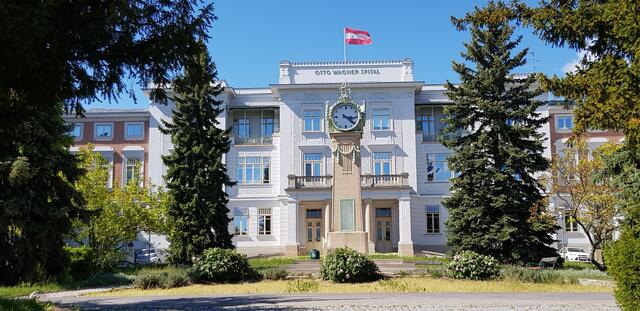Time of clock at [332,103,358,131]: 3:21
